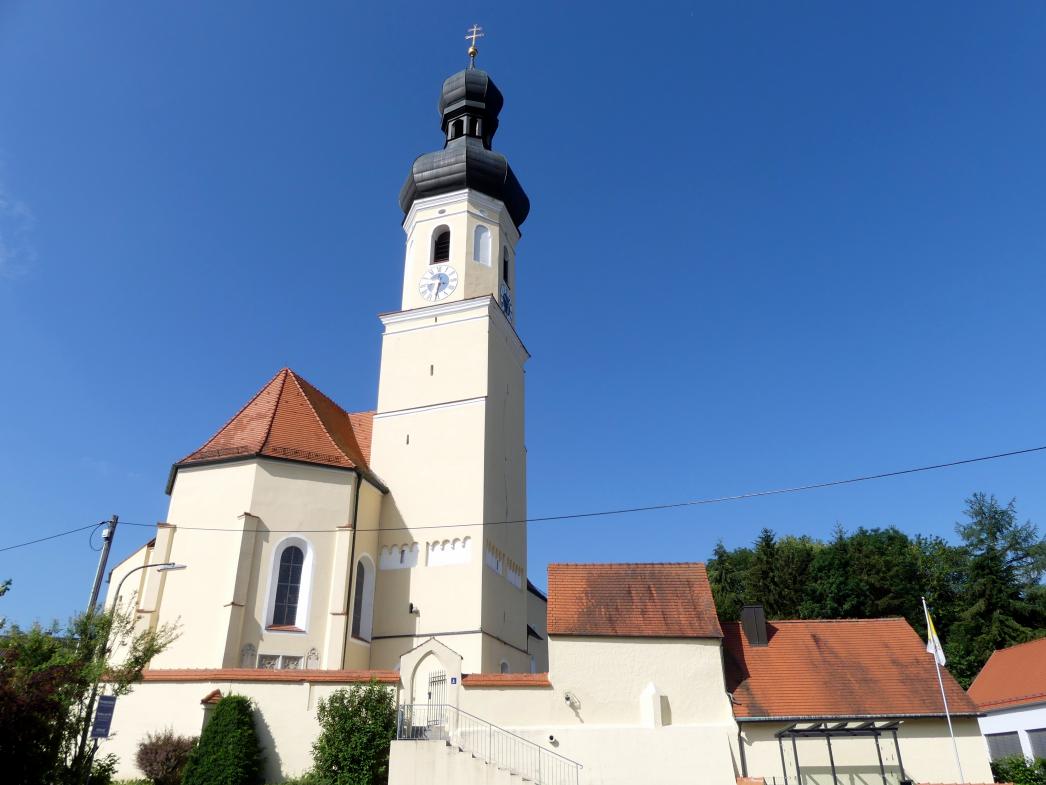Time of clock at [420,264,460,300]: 6:32
